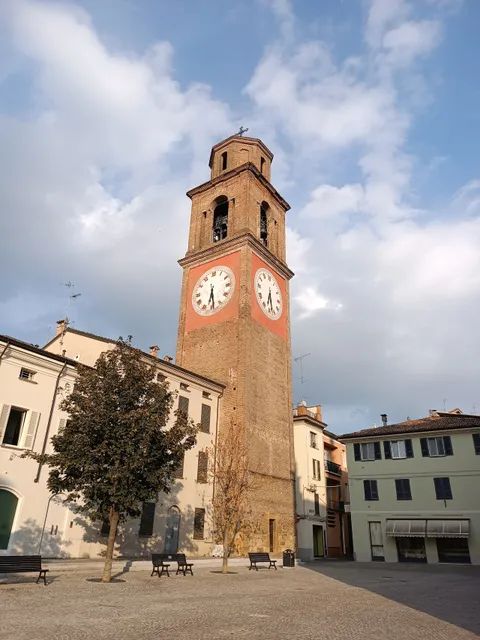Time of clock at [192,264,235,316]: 6:28
